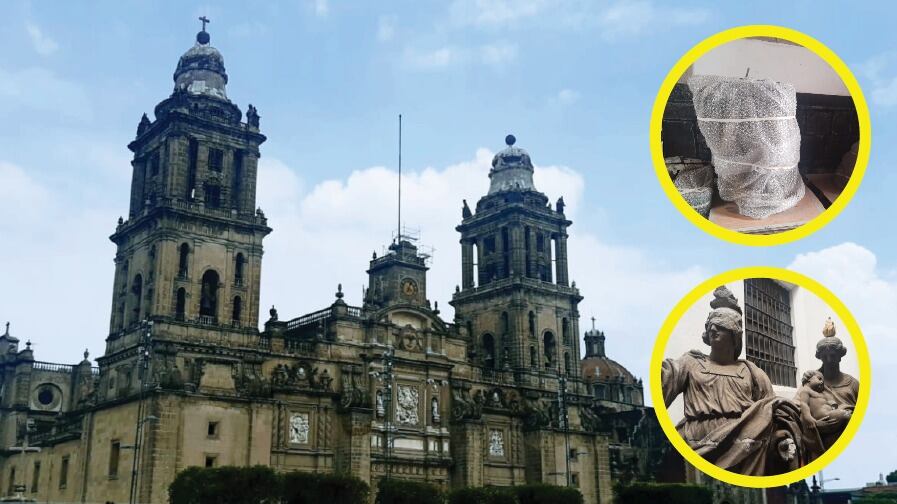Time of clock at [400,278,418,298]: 4:03
